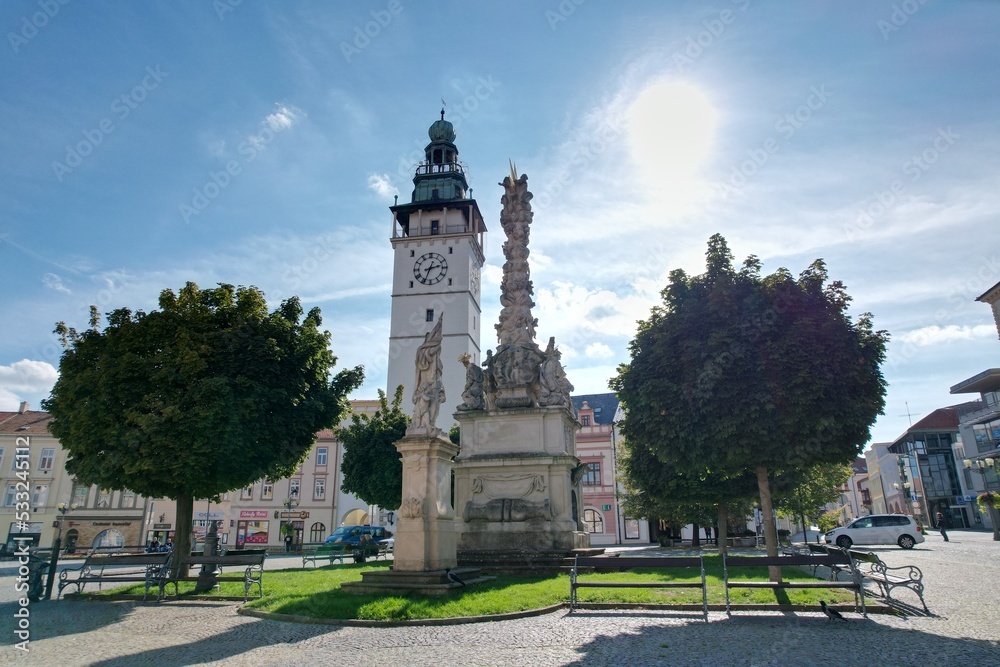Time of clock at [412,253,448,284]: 2:34
